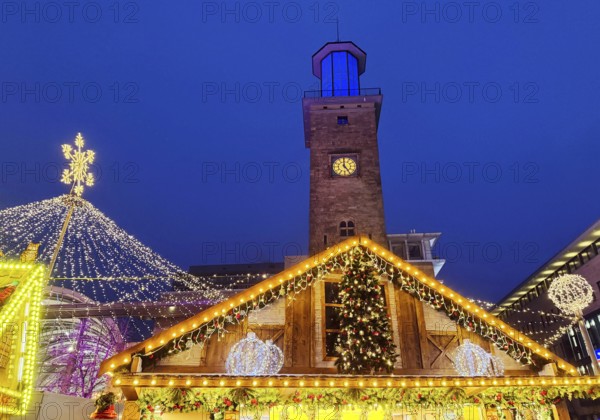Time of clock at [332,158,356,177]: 4:59
